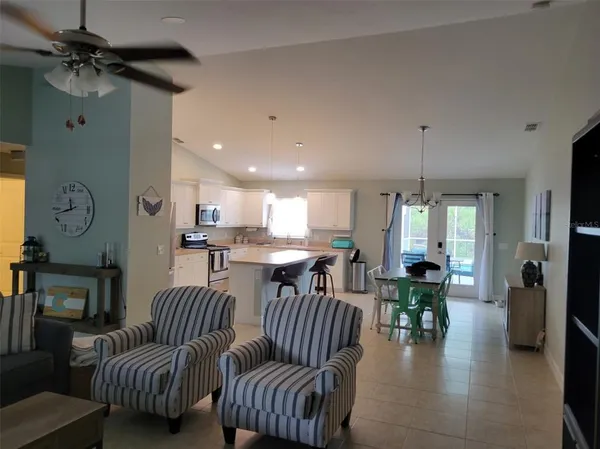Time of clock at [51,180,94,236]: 11:42
